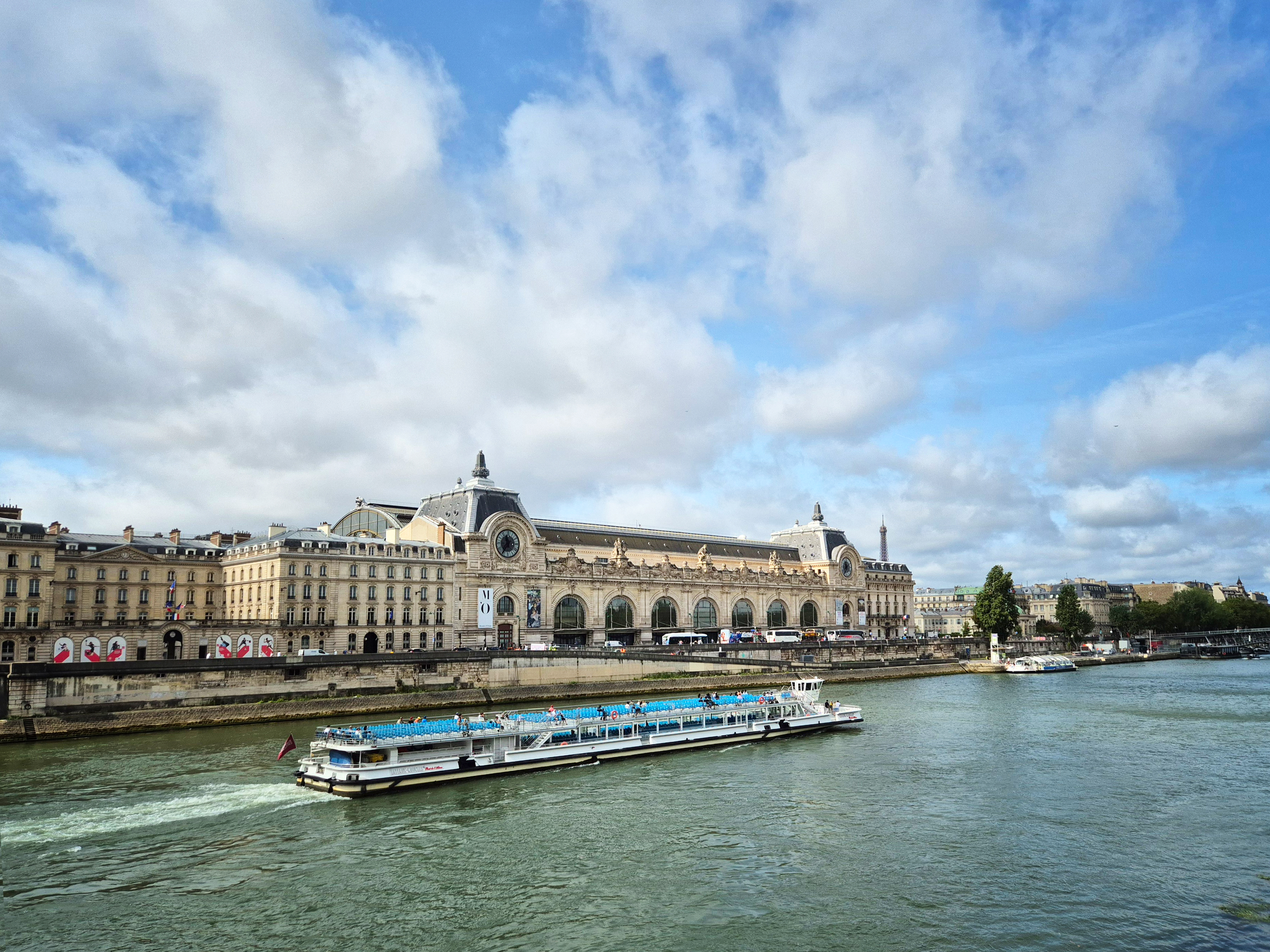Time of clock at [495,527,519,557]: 11:36
